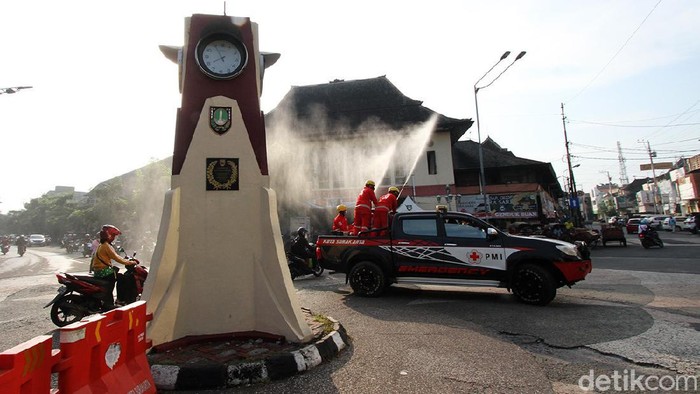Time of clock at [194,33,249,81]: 7:55
